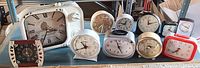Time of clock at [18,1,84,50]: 3:34
